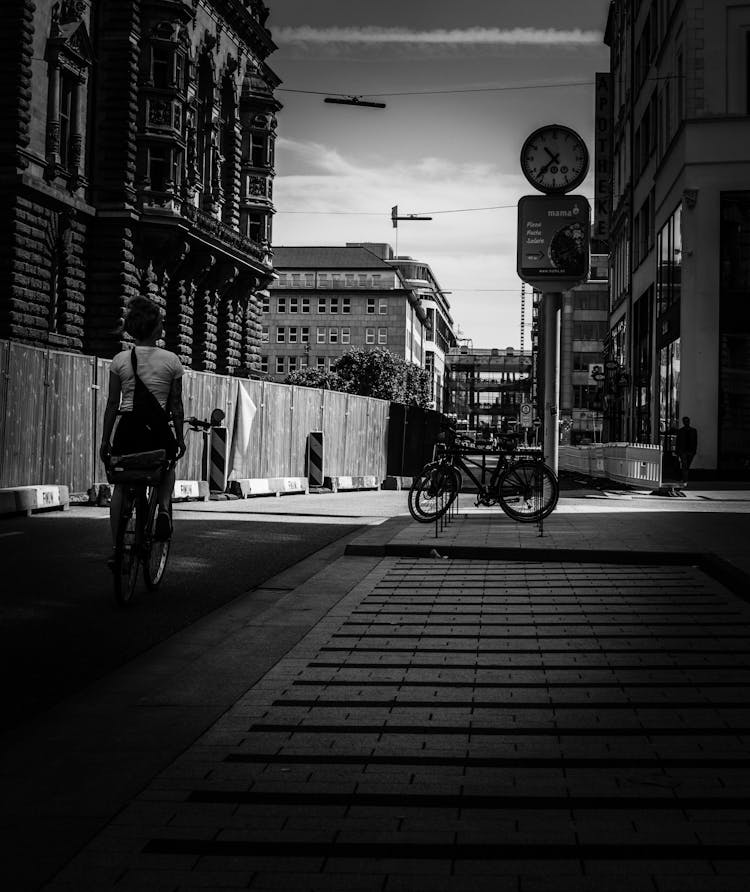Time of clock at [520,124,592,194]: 10:37
